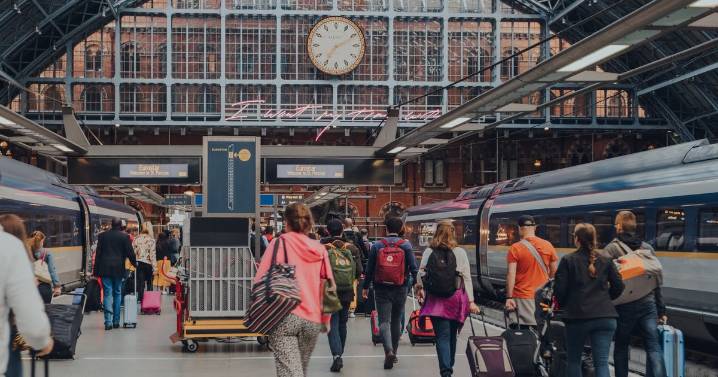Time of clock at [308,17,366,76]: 7:10
